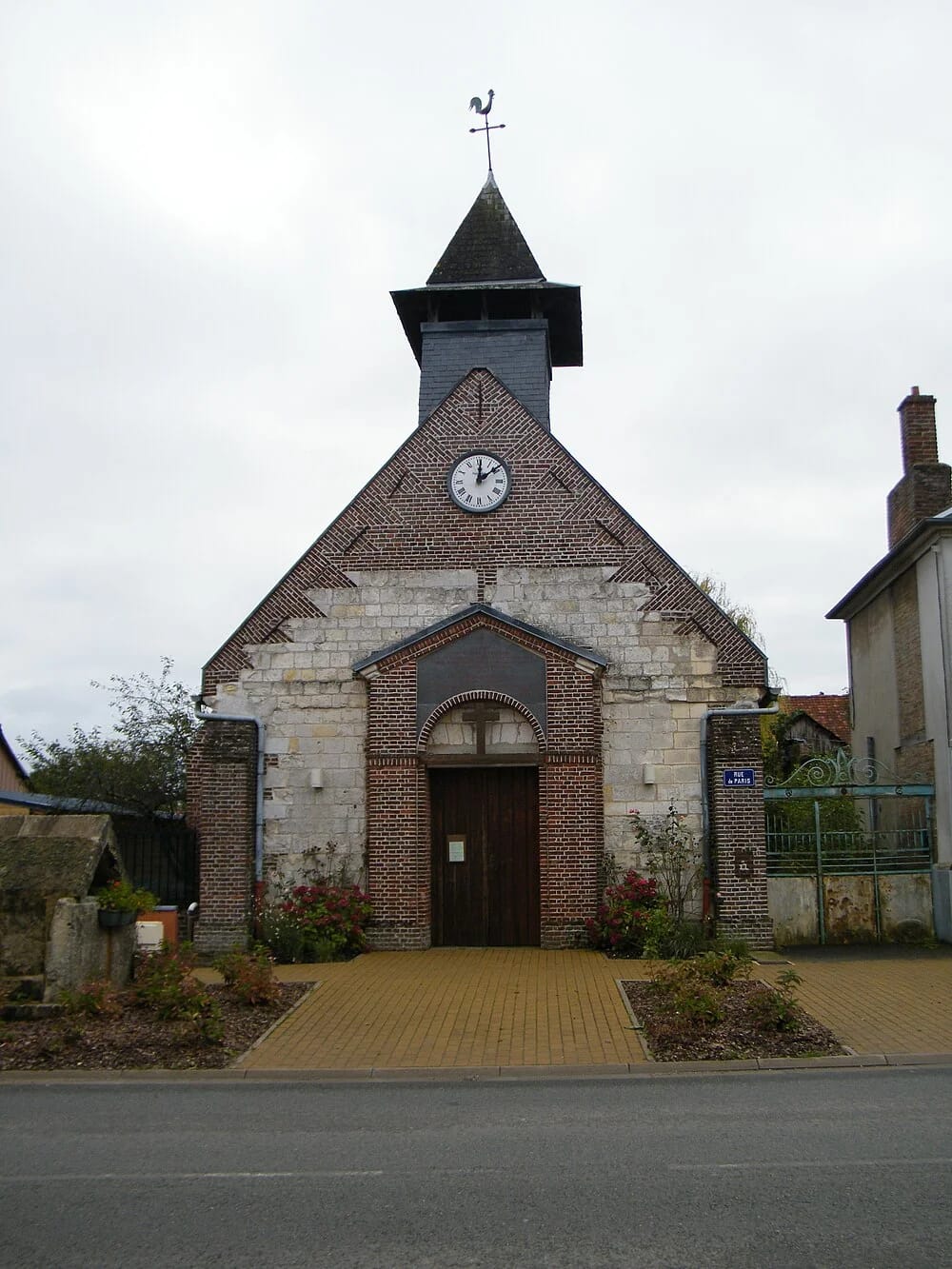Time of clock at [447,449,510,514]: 12:08
